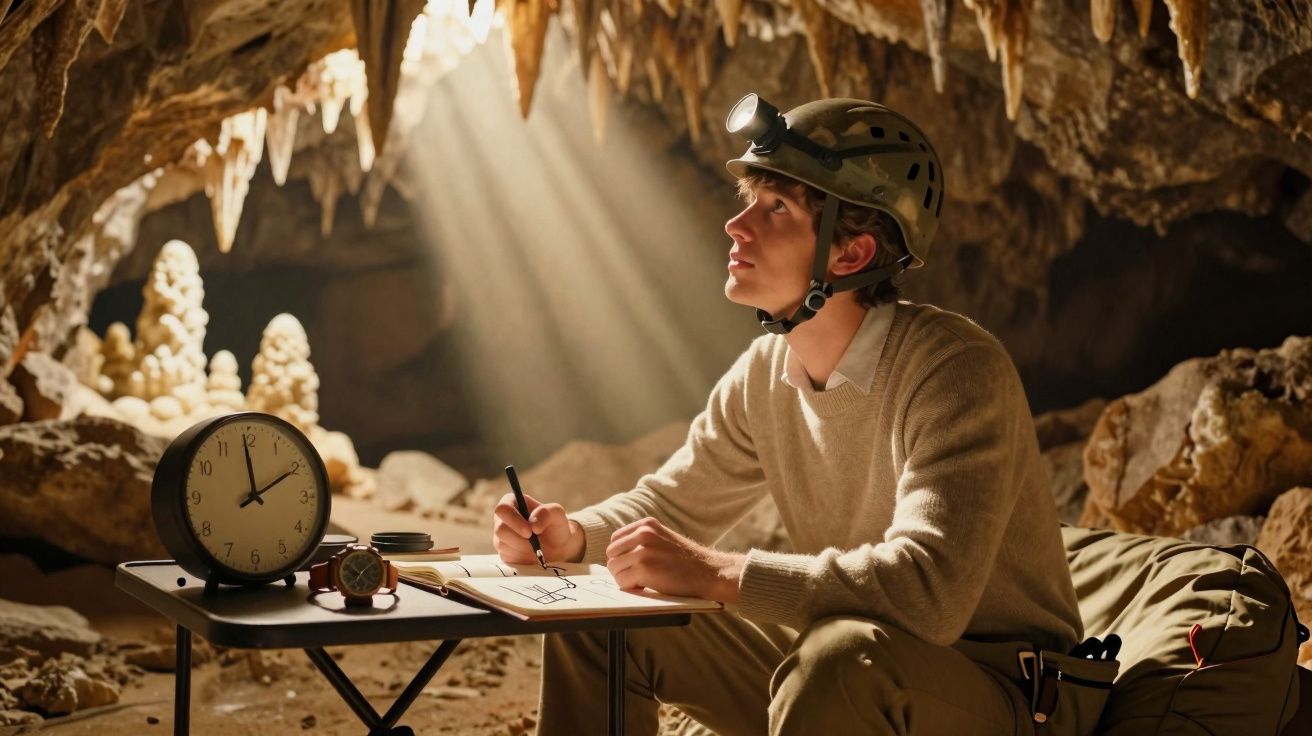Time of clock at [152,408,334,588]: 1:59
